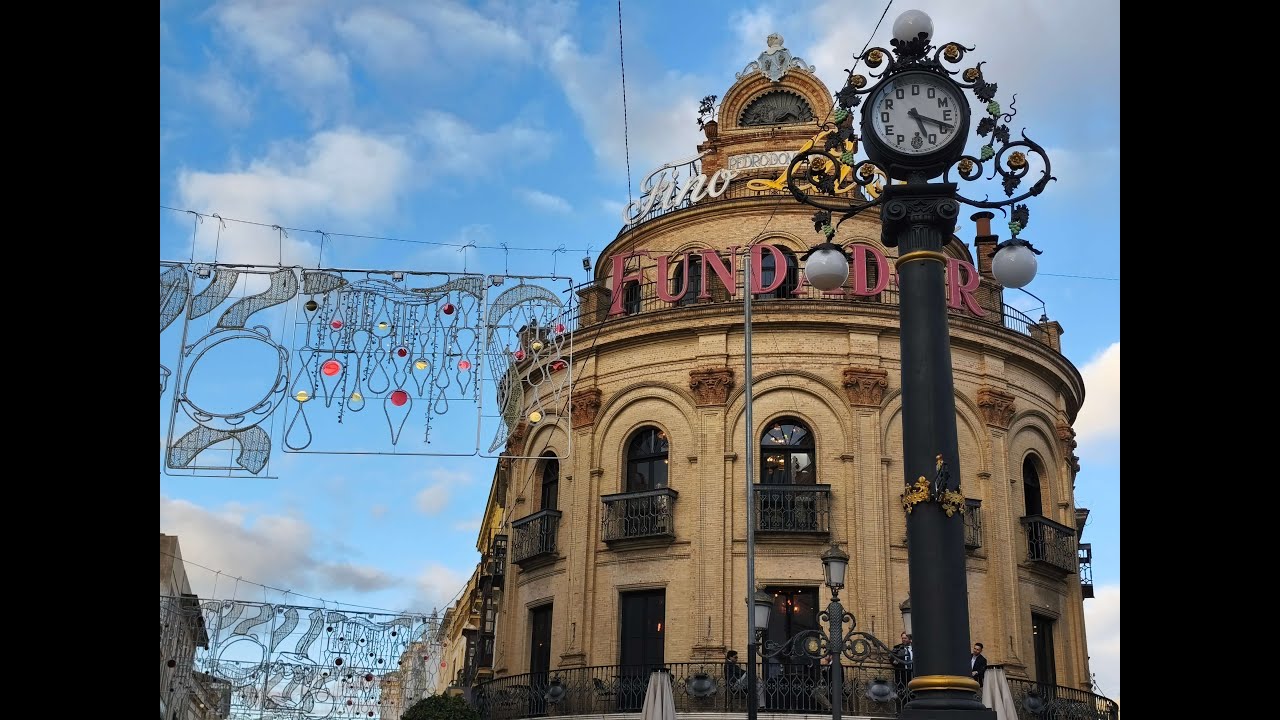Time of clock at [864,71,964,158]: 5:18
